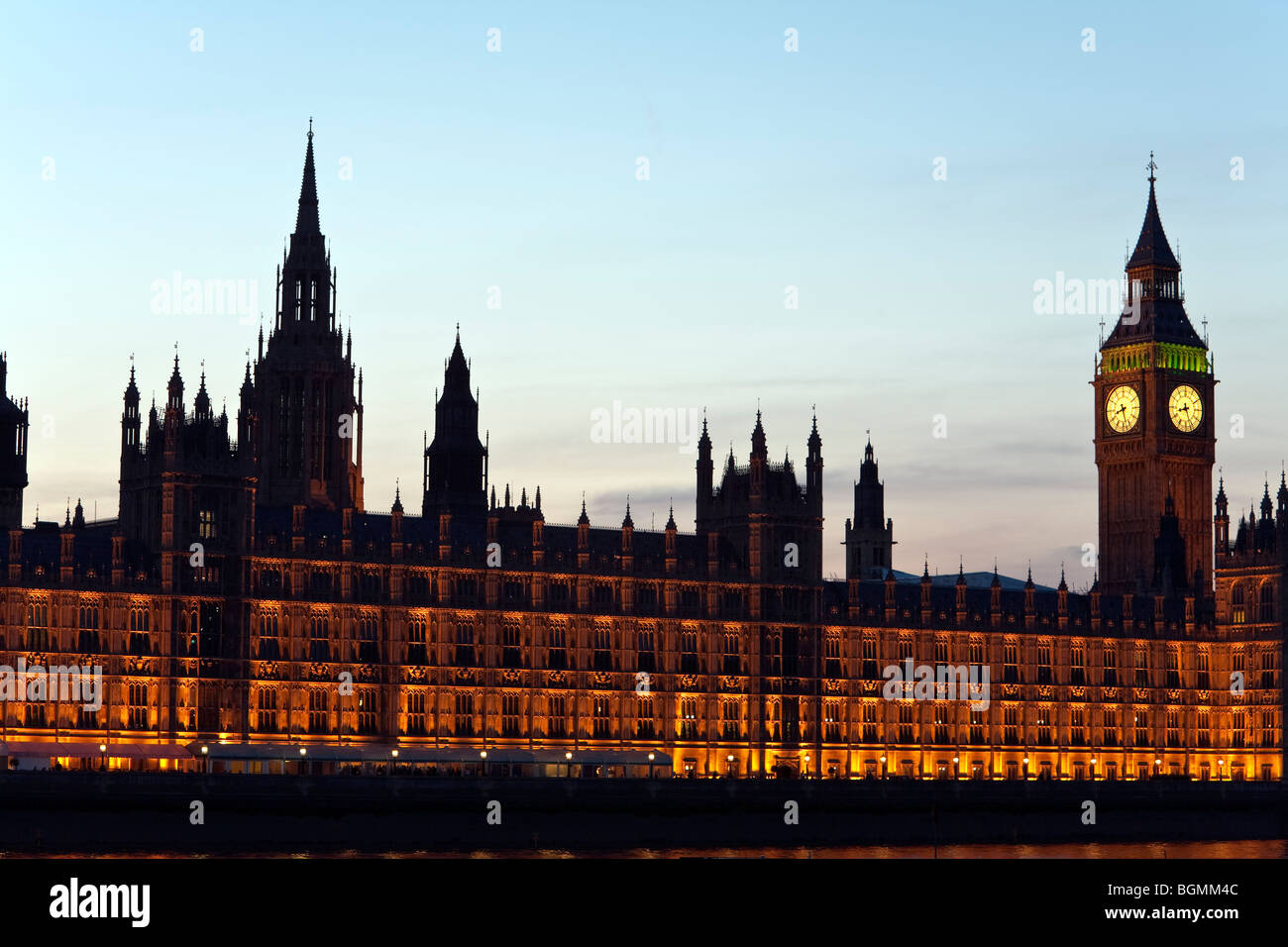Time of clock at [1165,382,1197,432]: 8:26
